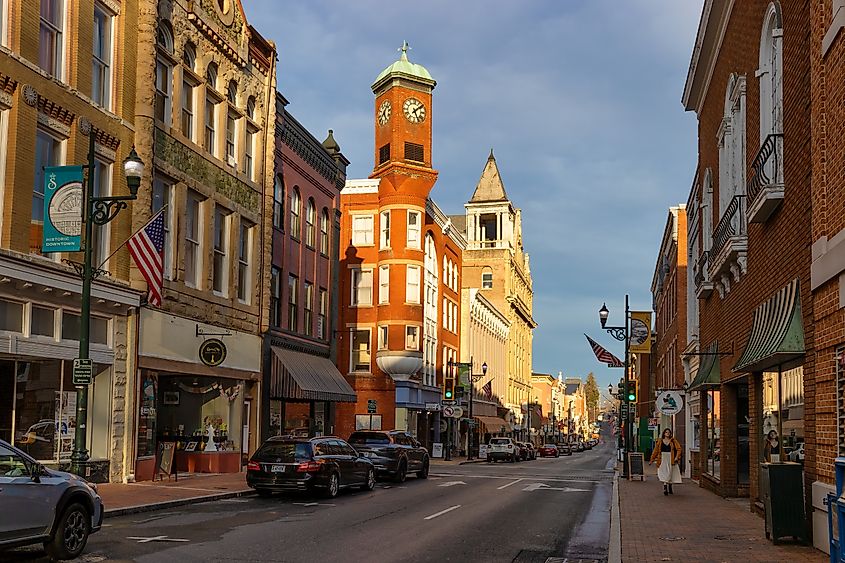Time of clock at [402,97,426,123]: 5:08
